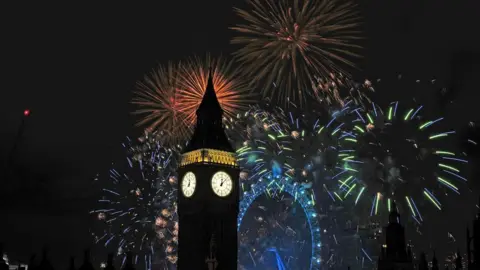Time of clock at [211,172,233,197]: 12:07
